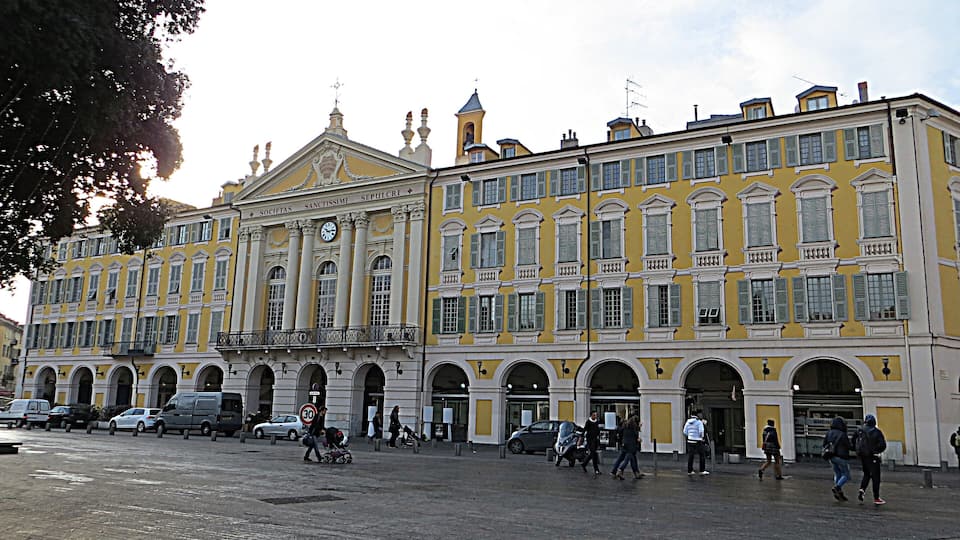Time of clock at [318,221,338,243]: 10:14
